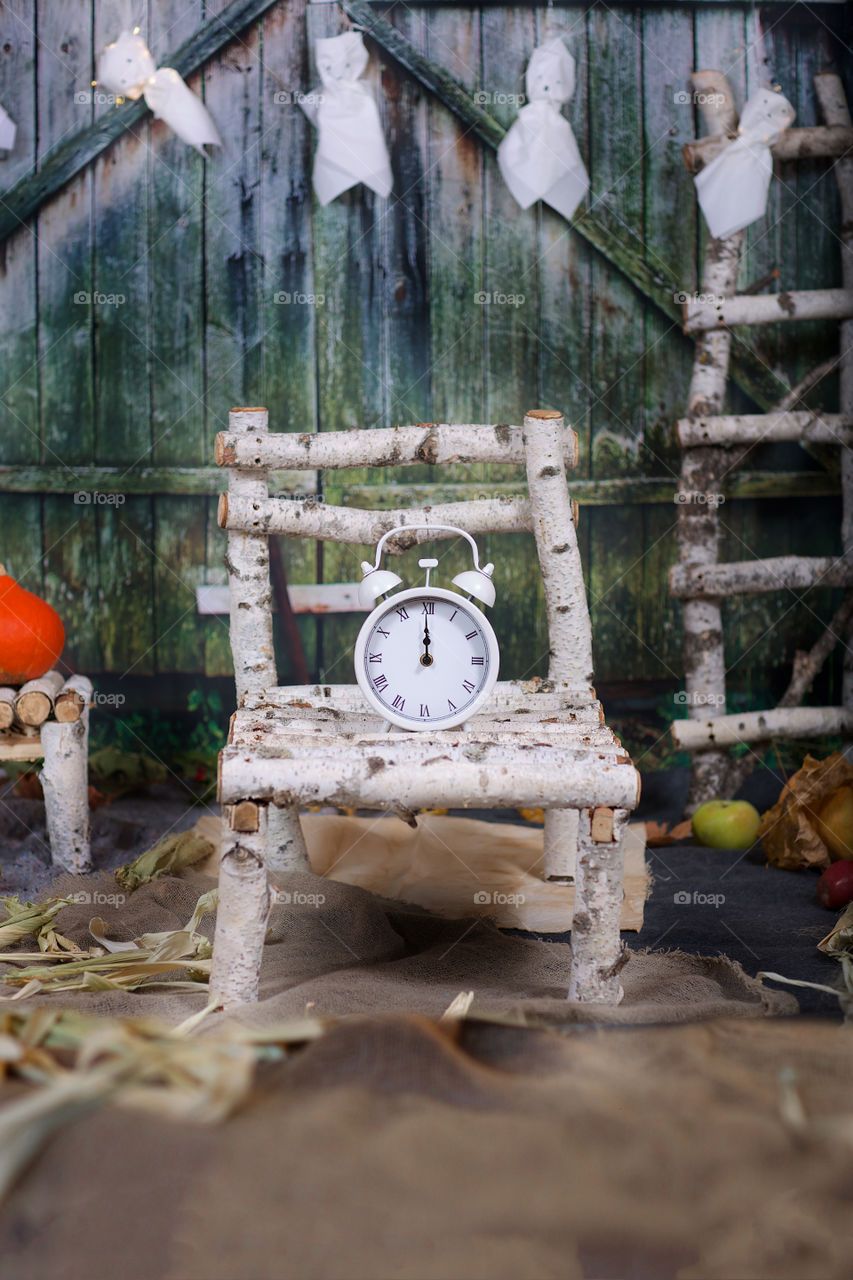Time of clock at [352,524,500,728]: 11:59
